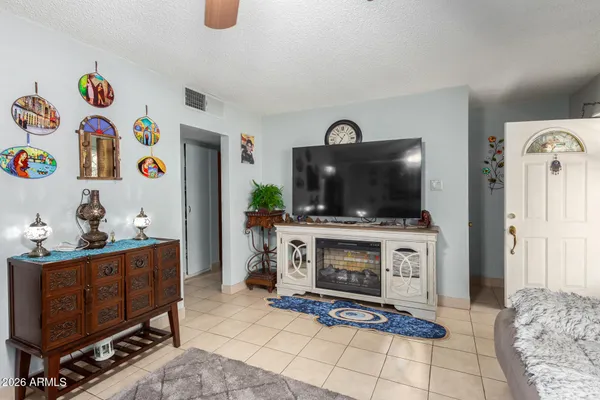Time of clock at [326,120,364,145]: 10:34
